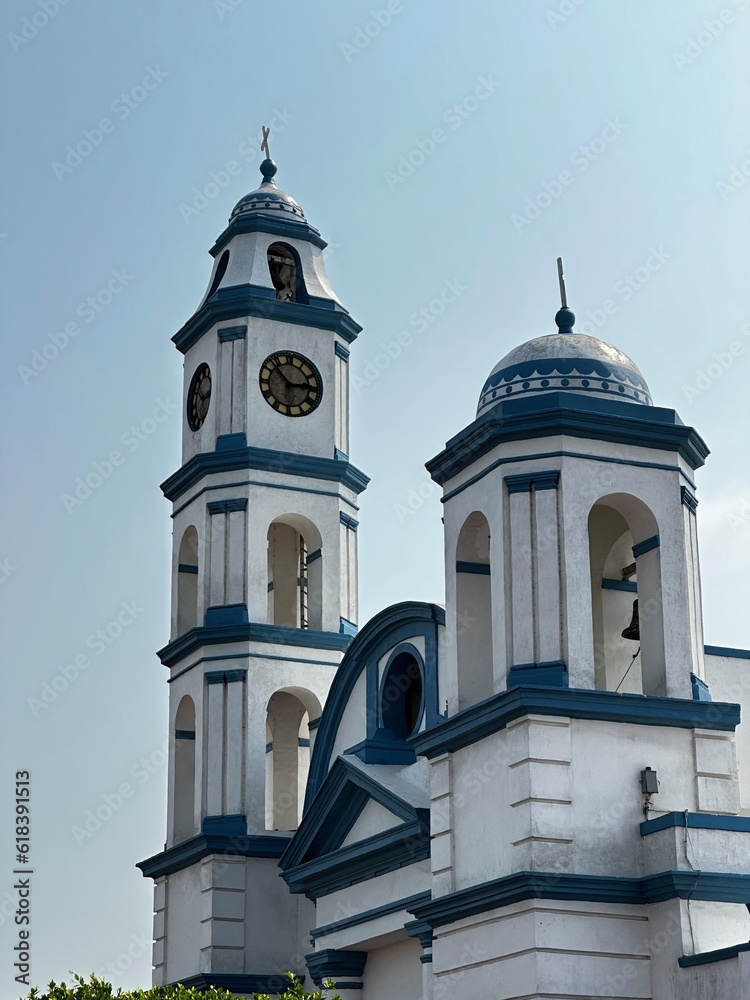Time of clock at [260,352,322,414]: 2:52
